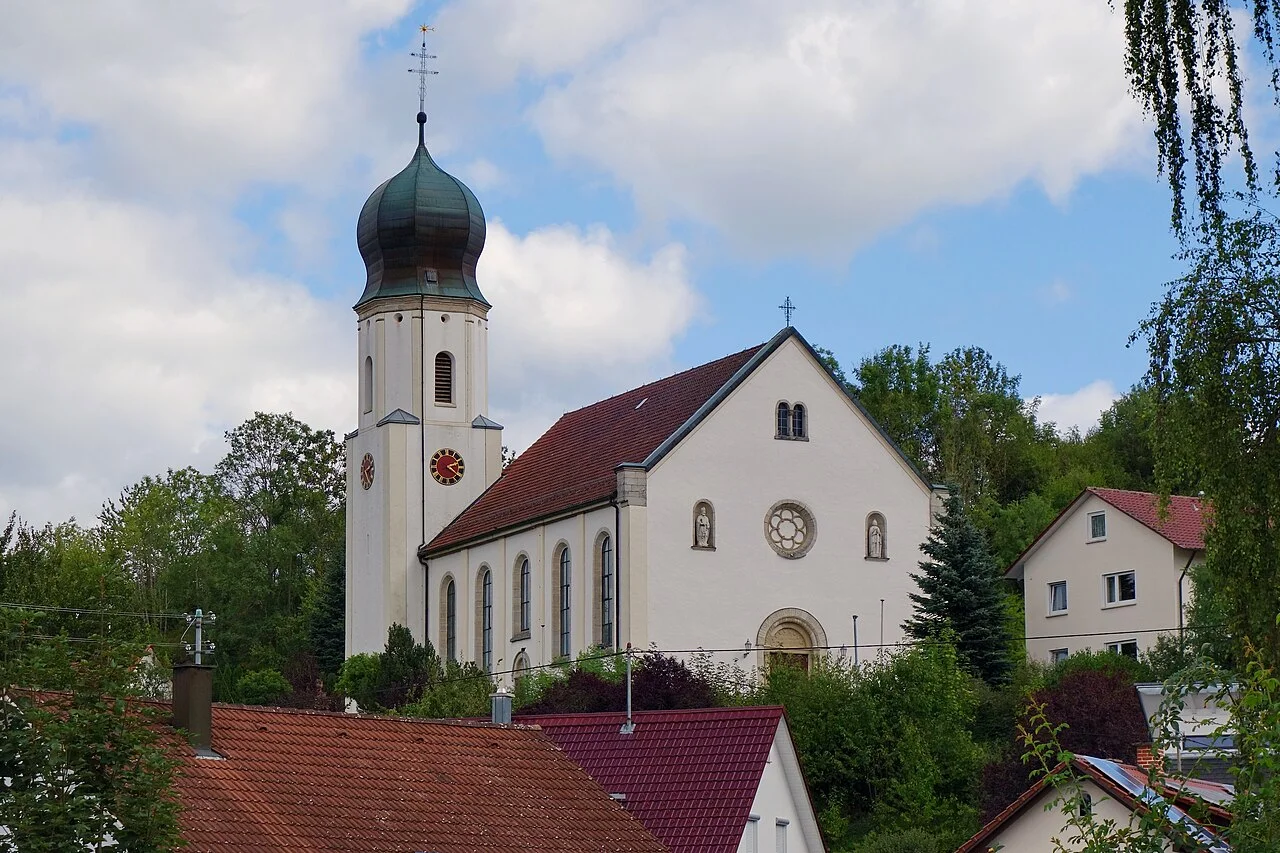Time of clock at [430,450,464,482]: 2:21
